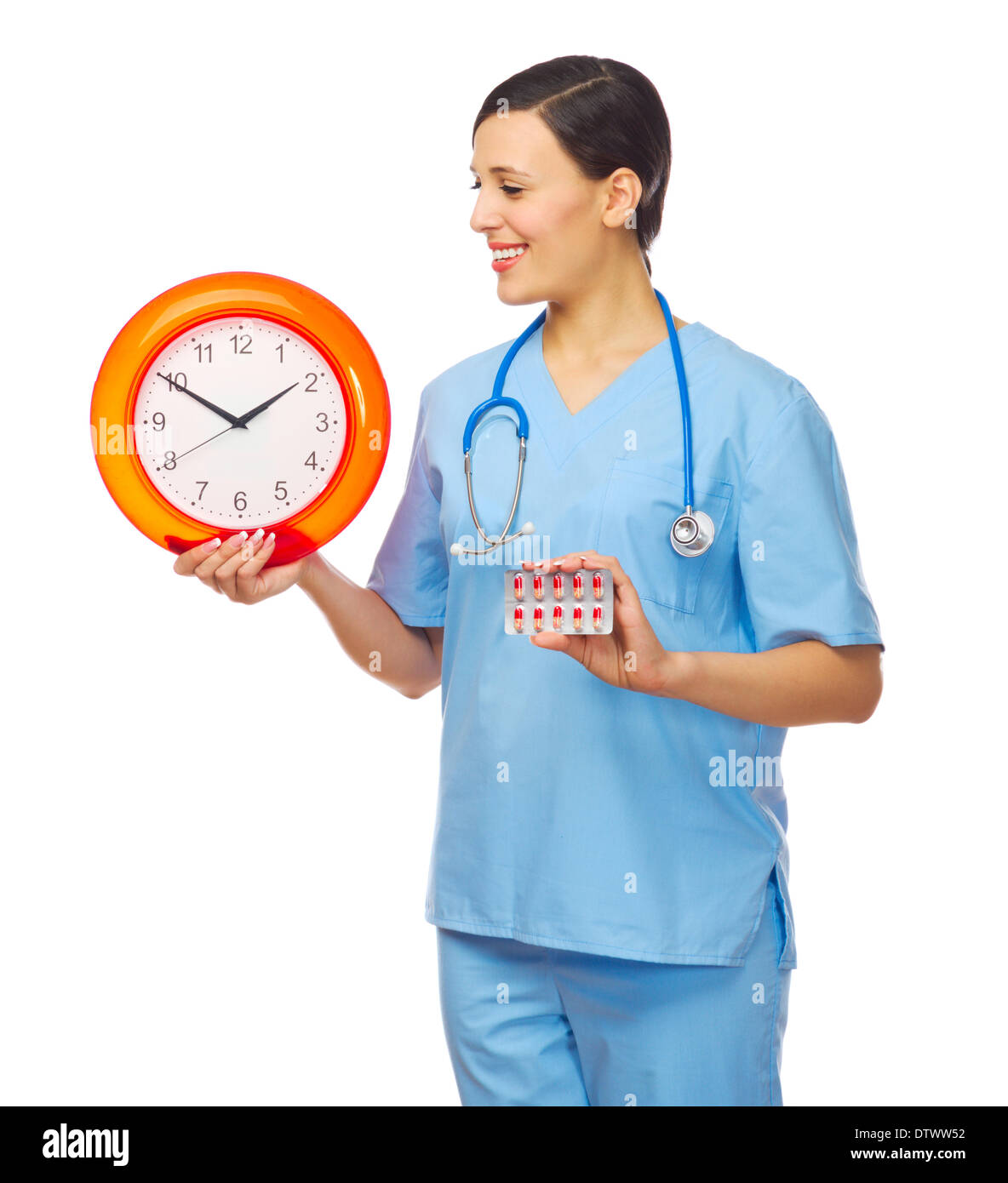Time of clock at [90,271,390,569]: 1:49
